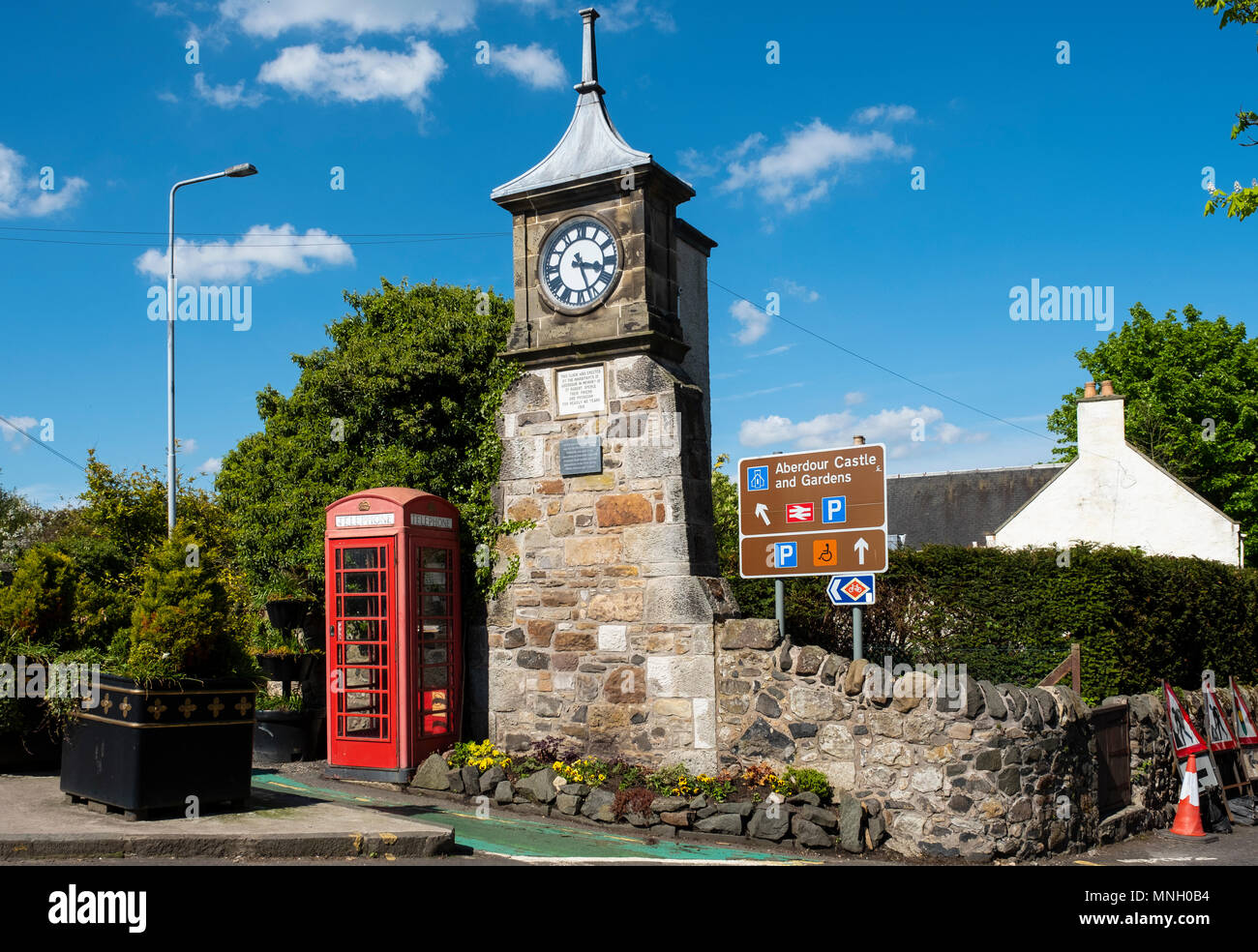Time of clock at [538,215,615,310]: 3:26
